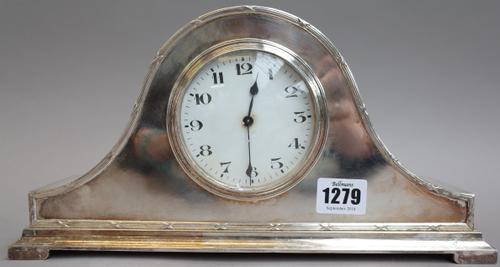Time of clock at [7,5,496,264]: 12:30
